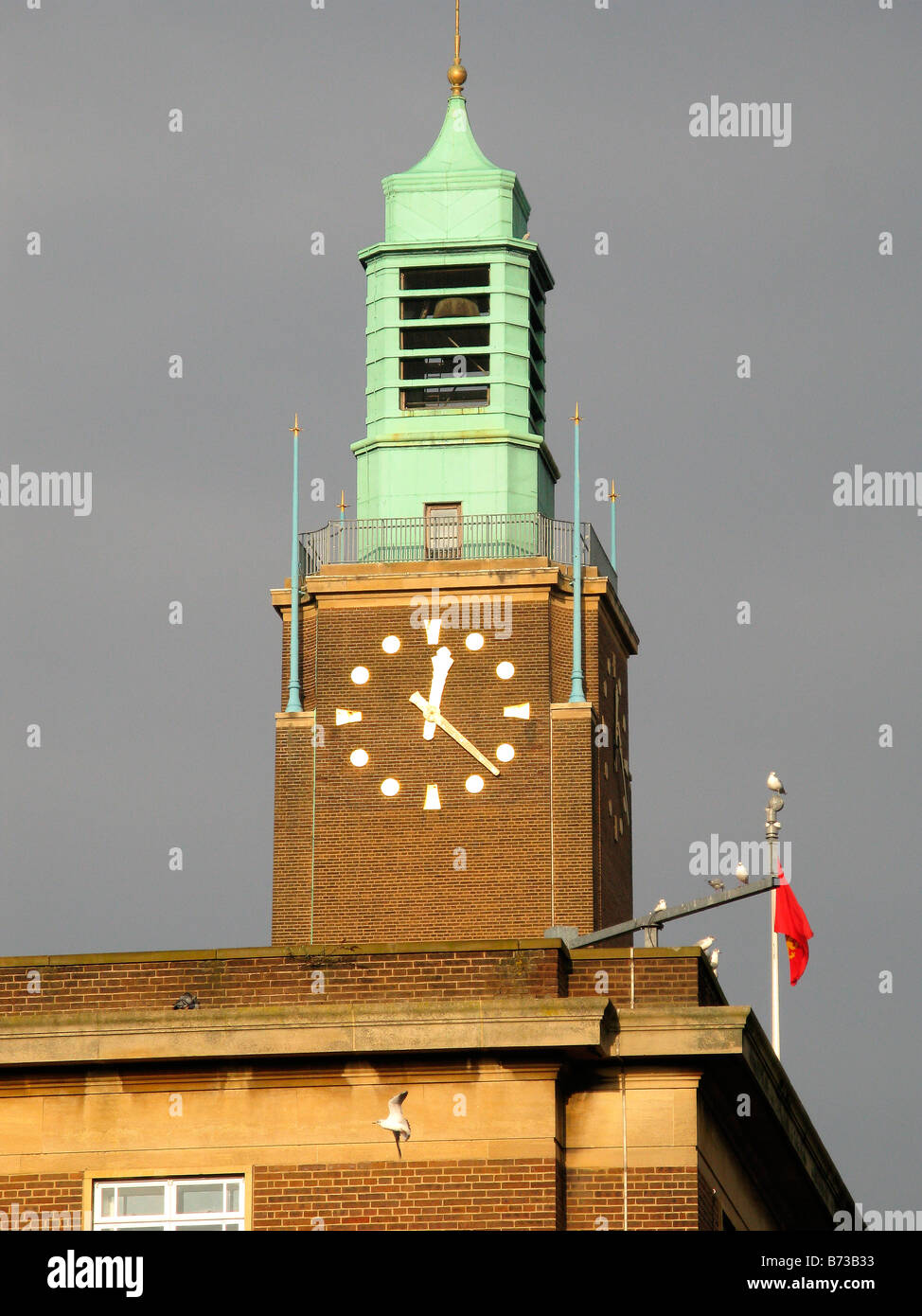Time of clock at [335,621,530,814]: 12:22
